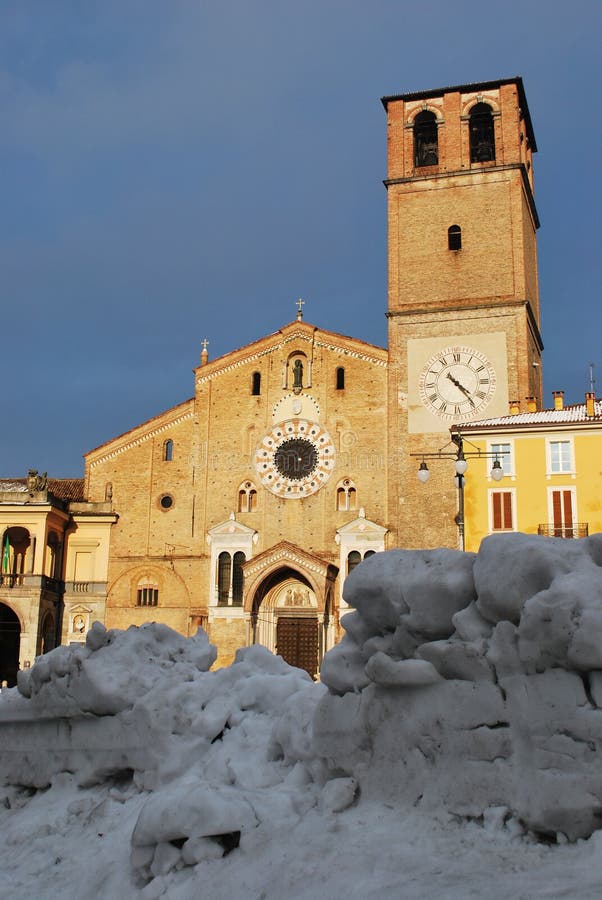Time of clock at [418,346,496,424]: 4:23
